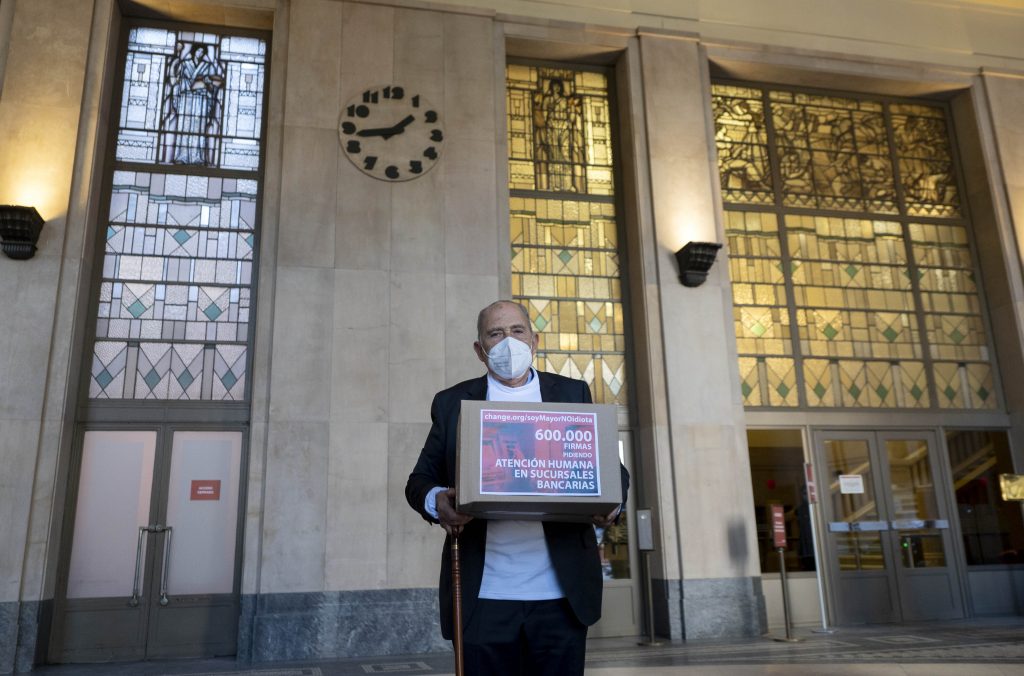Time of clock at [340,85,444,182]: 1:43
